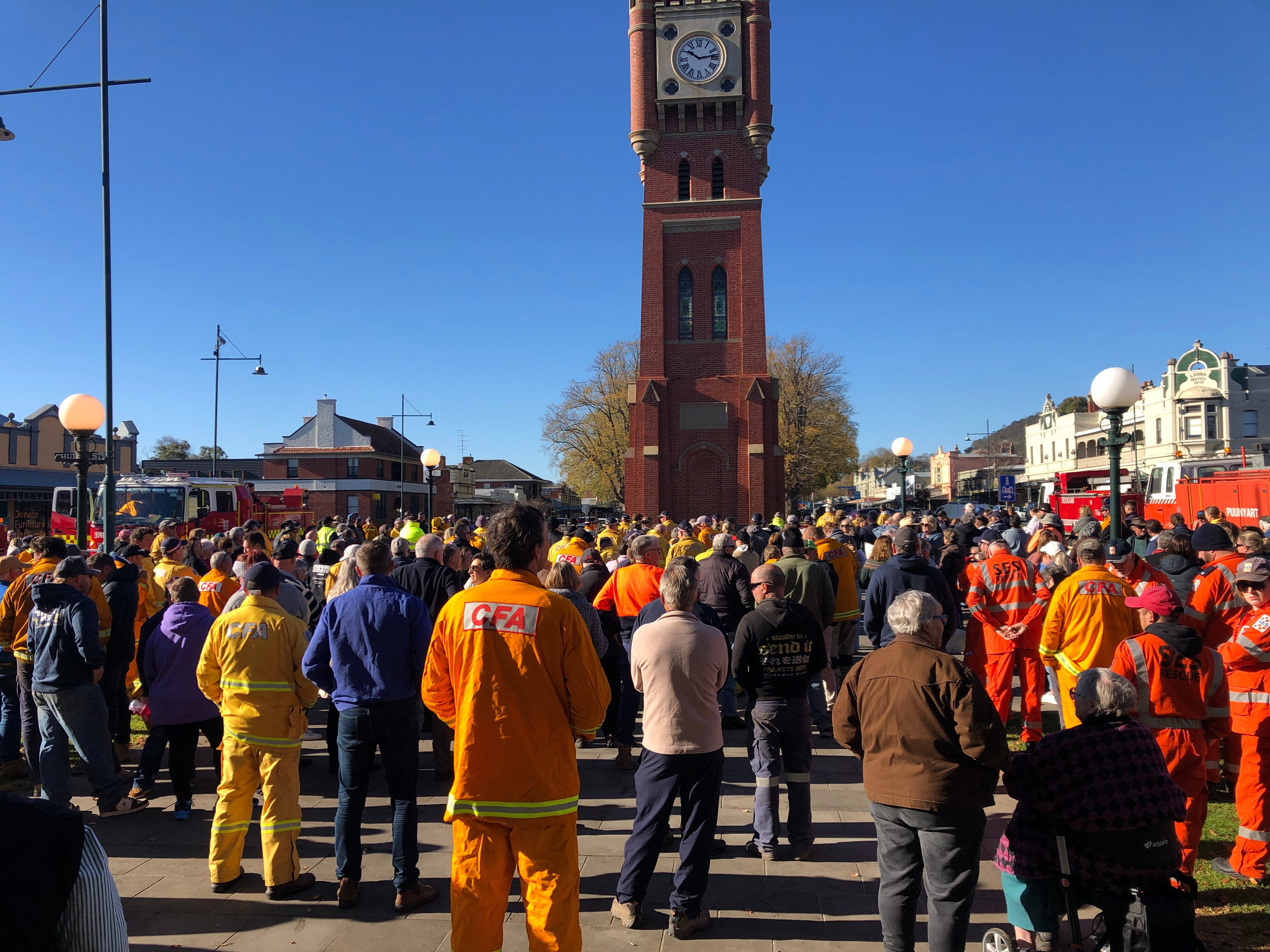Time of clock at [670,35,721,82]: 10:13
